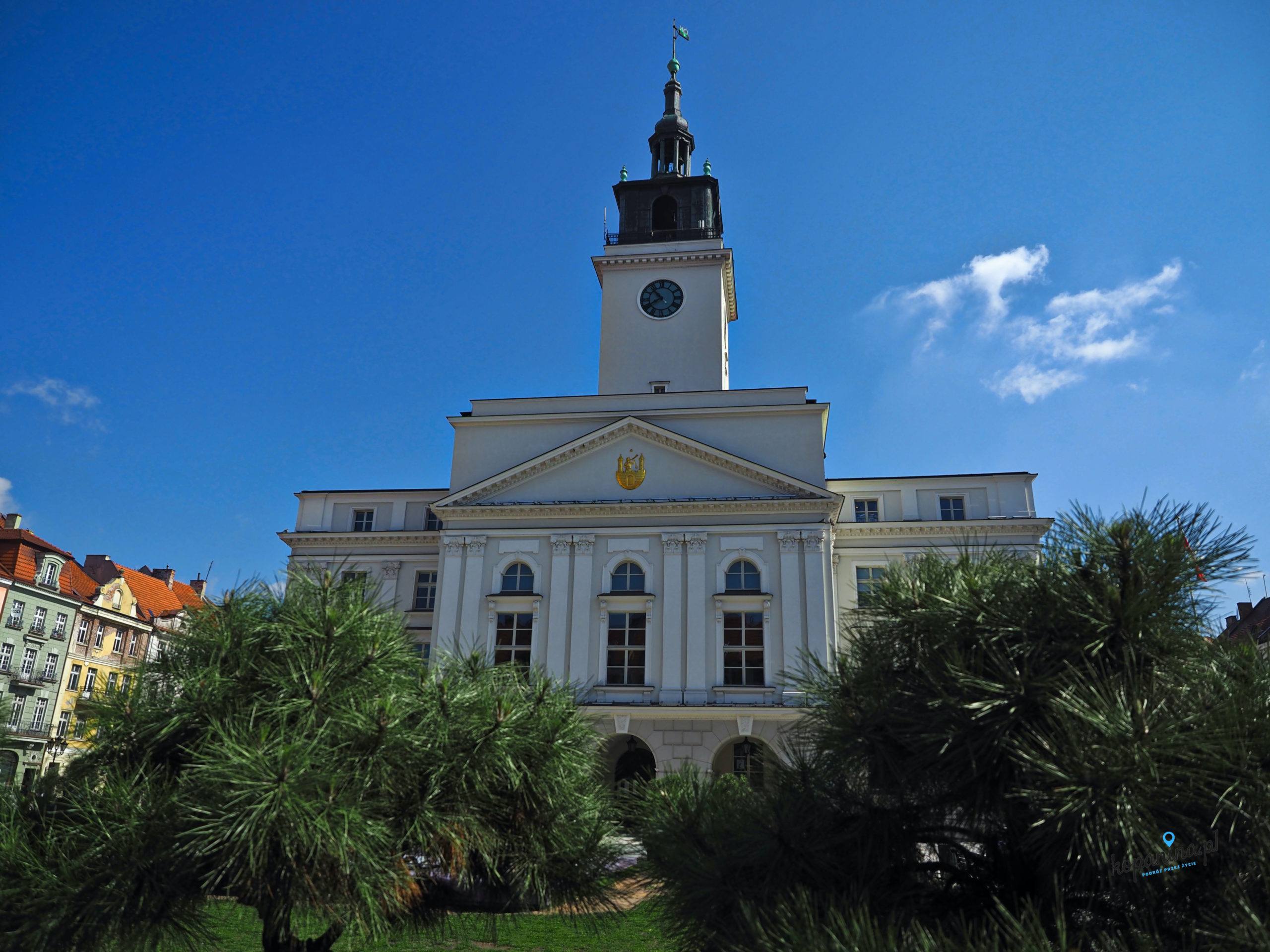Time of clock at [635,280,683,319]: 10:39
